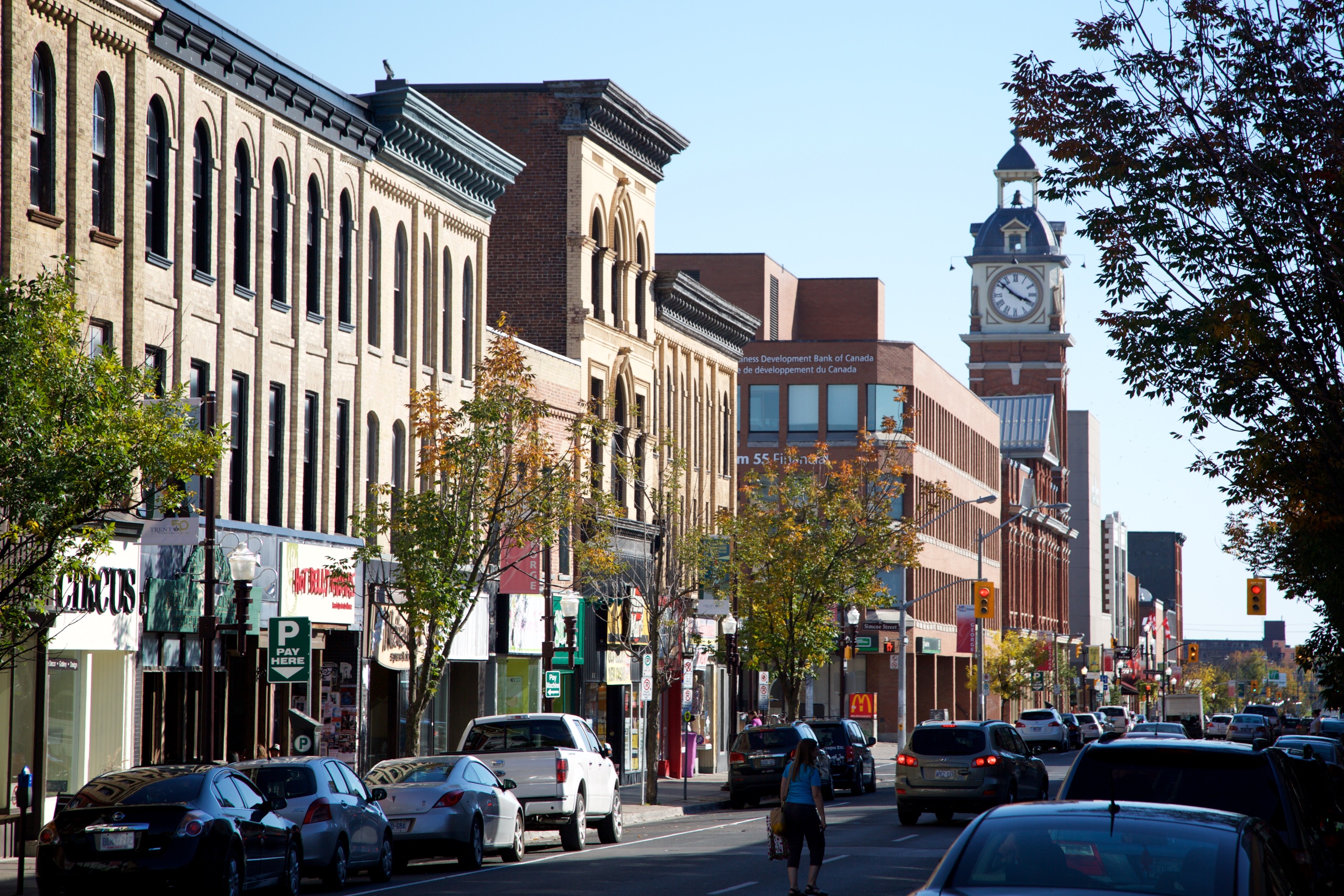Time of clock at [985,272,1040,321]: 3:51
